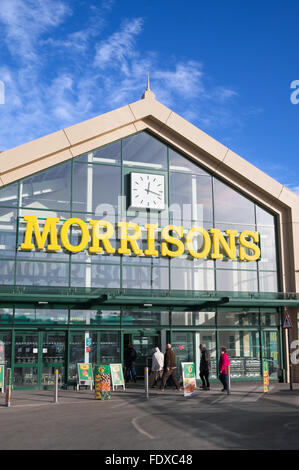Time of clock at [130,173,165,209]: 12:17
